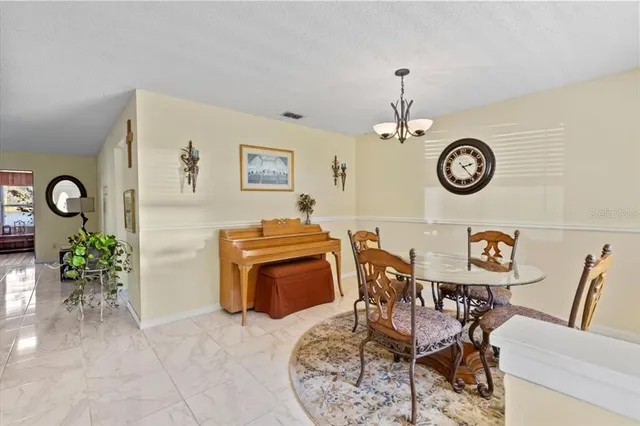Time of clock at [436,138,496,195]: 2:23
